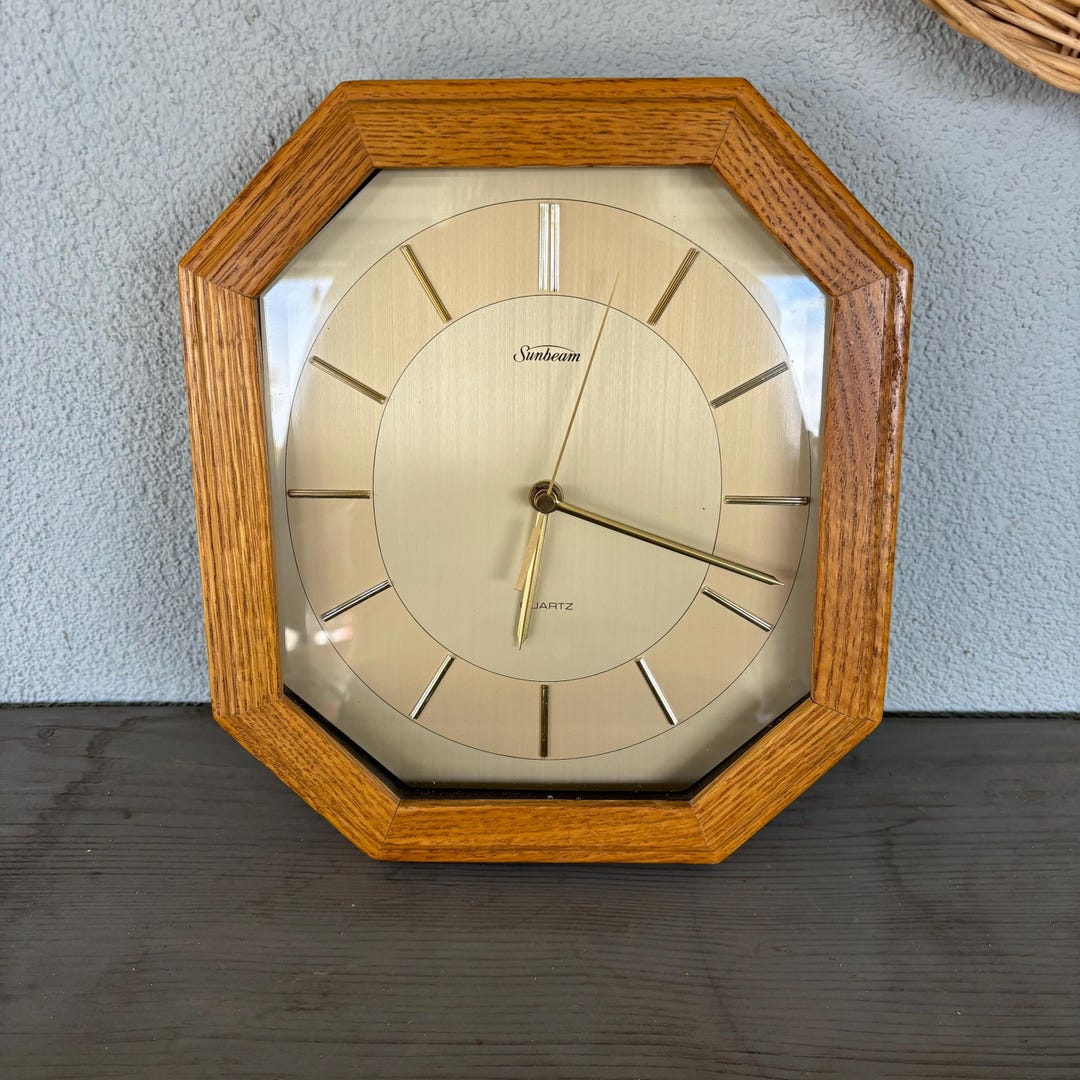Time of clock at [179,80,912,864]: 6:18
